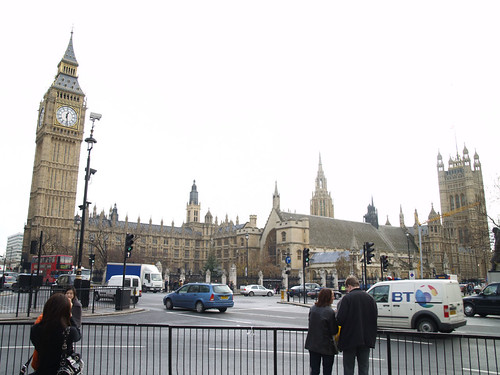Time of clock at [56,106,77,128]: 12:28
